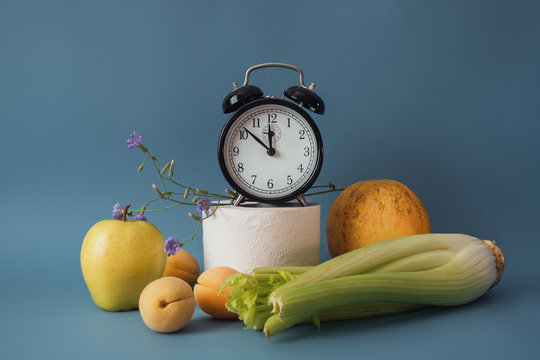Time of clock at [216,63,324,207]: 11:51
